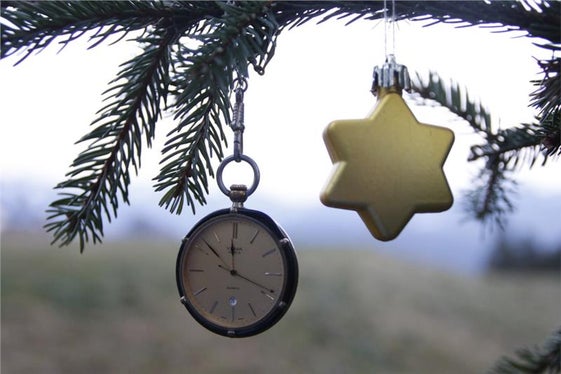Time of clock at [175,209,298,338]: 11:52
